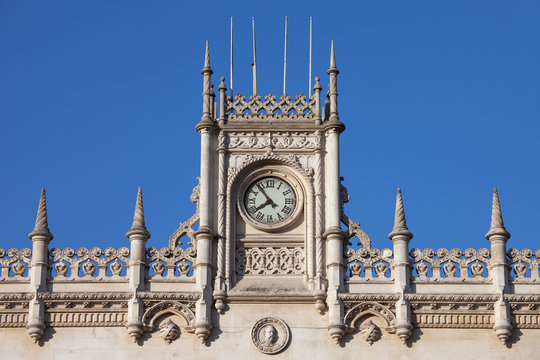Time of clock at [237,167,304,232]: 7:53
